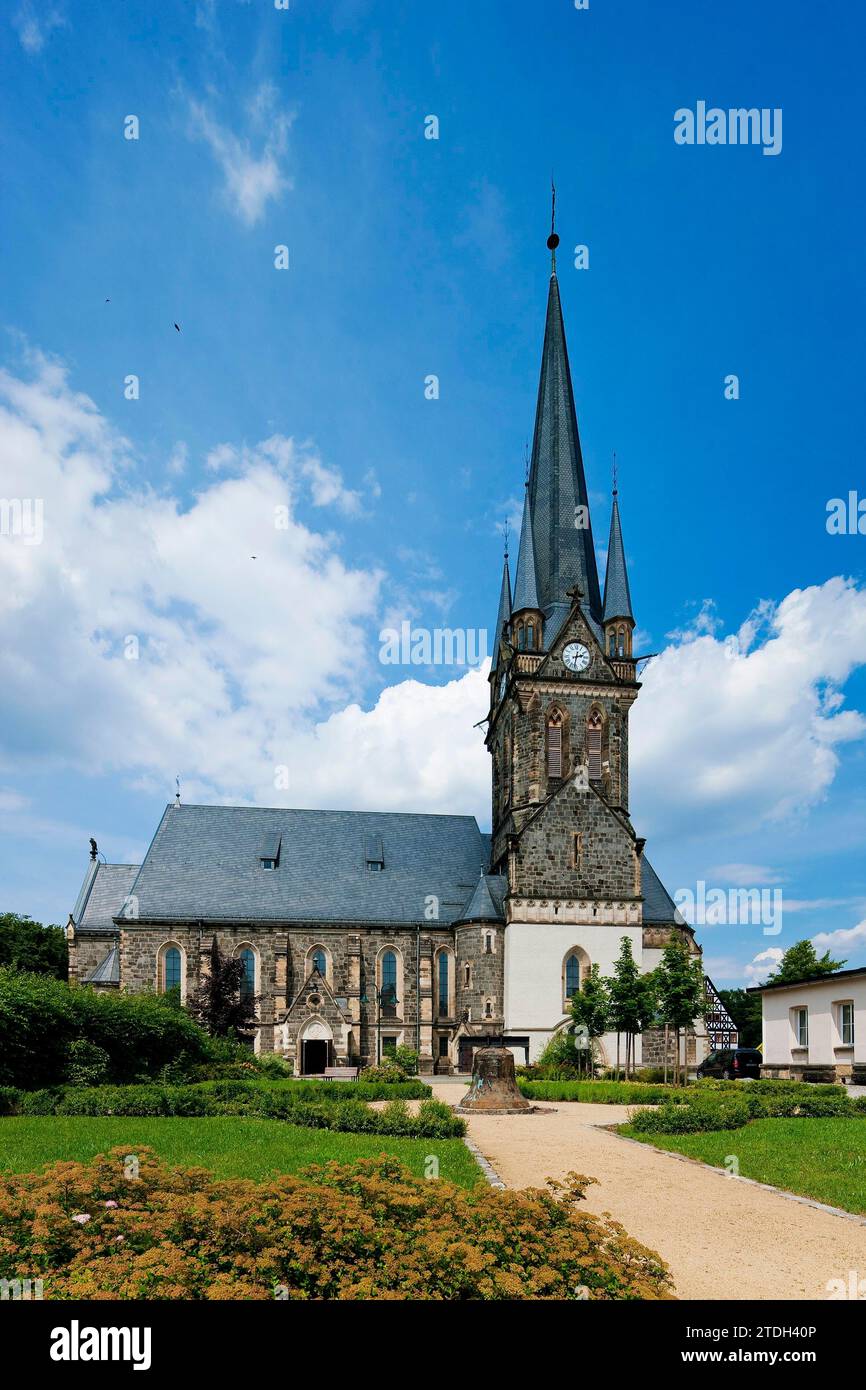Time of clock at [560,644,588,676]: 2:32
